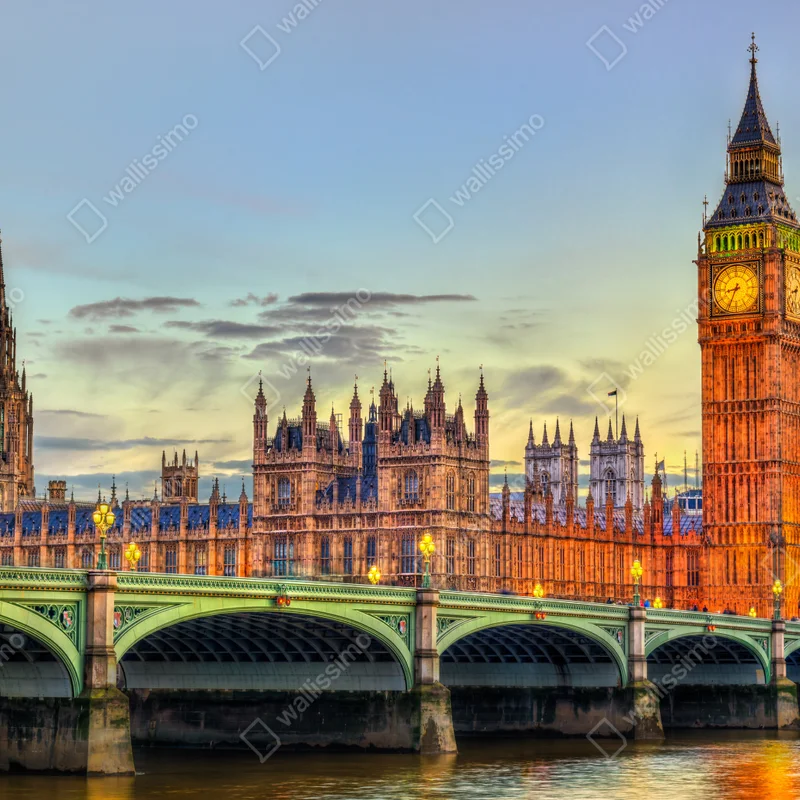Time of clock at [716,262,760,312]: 8:34
